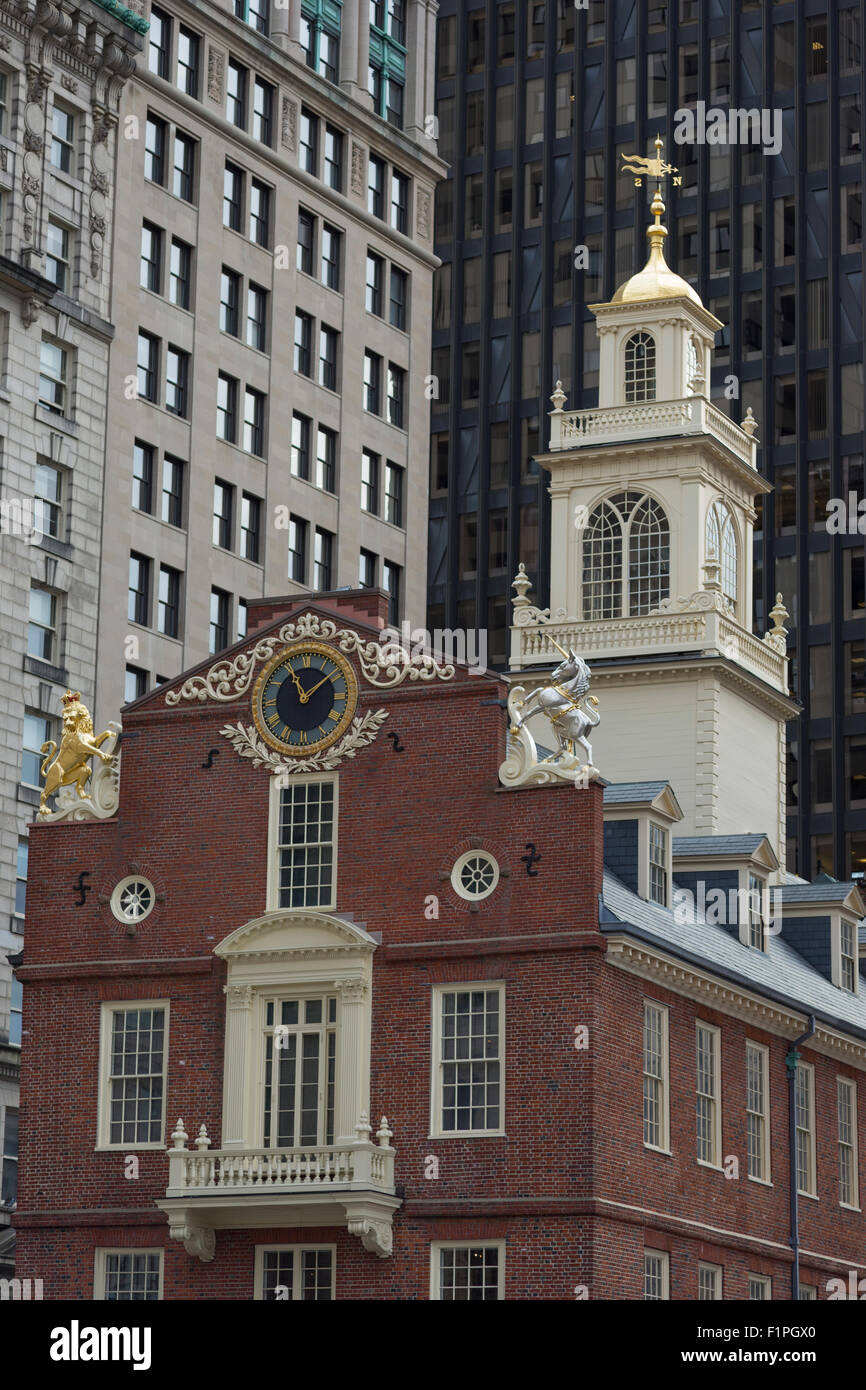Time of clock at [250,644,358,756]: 11:08
